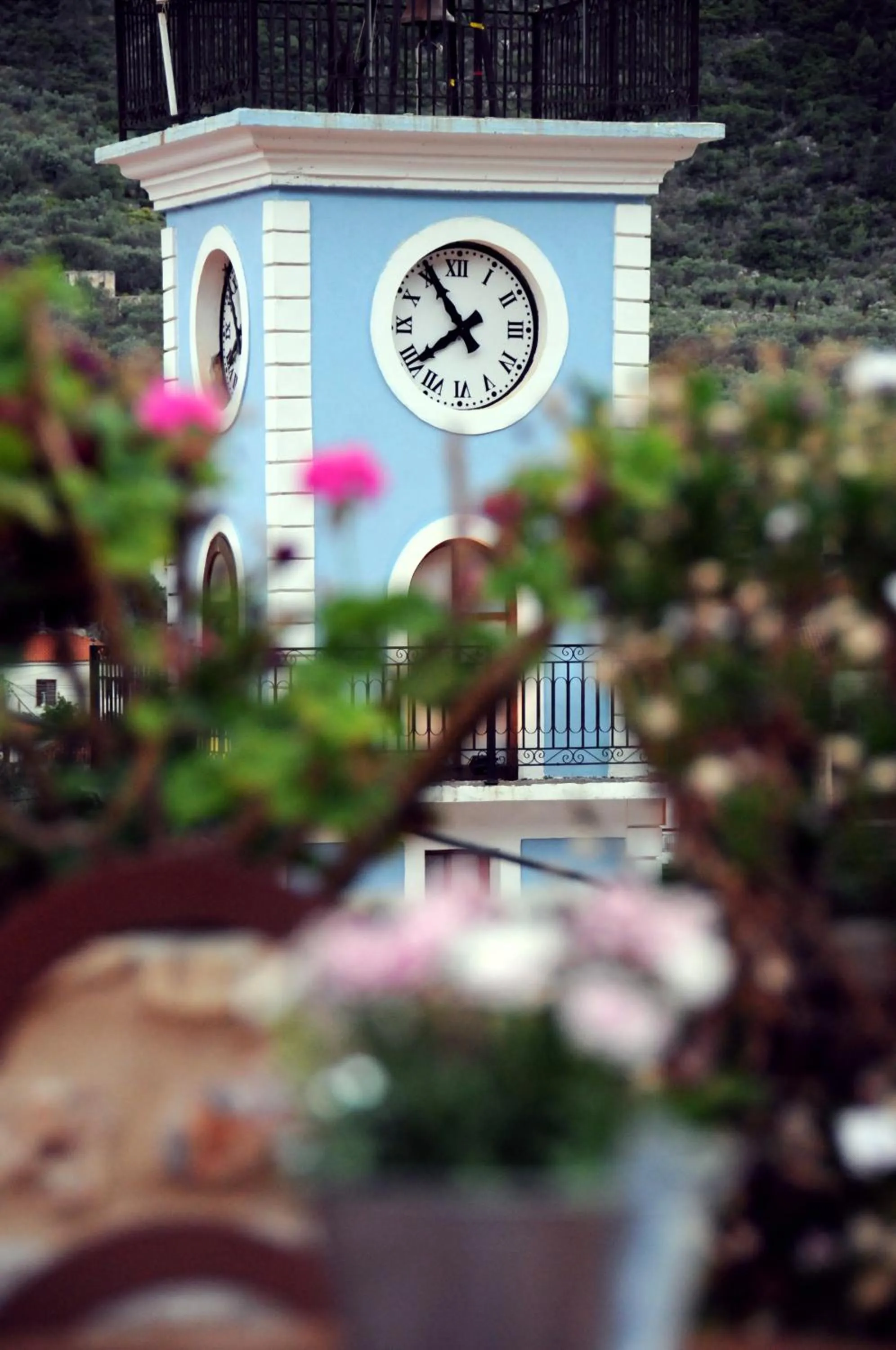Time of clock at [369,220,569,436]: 7:54
